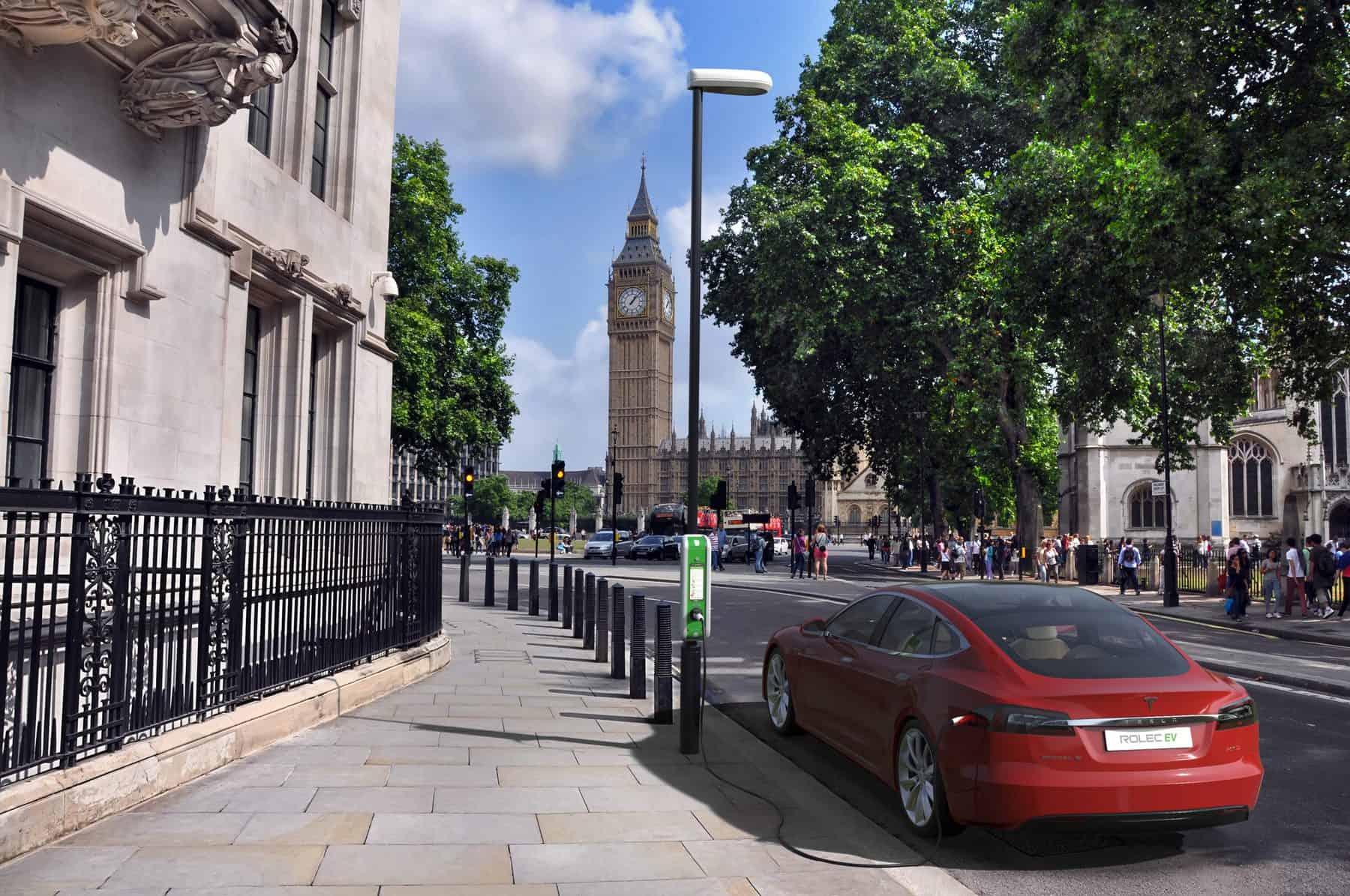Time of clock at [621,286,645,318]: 1:07
